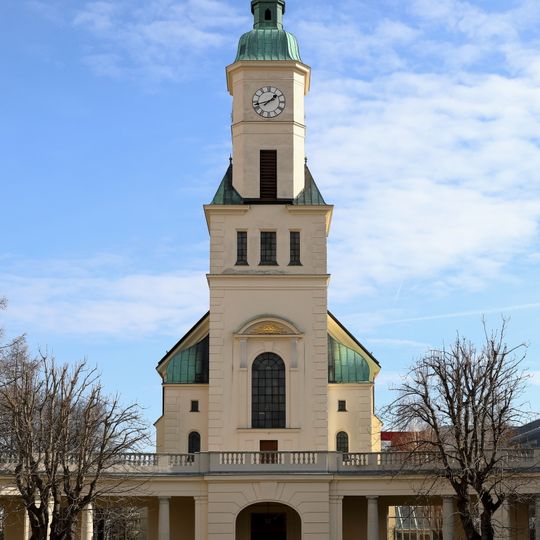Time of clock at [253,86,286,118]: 1:42
